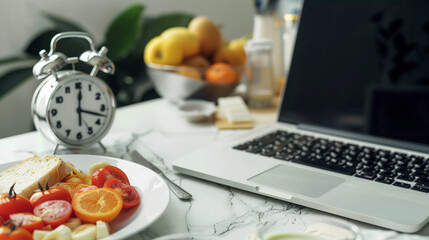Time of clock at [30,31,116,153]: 12:17
